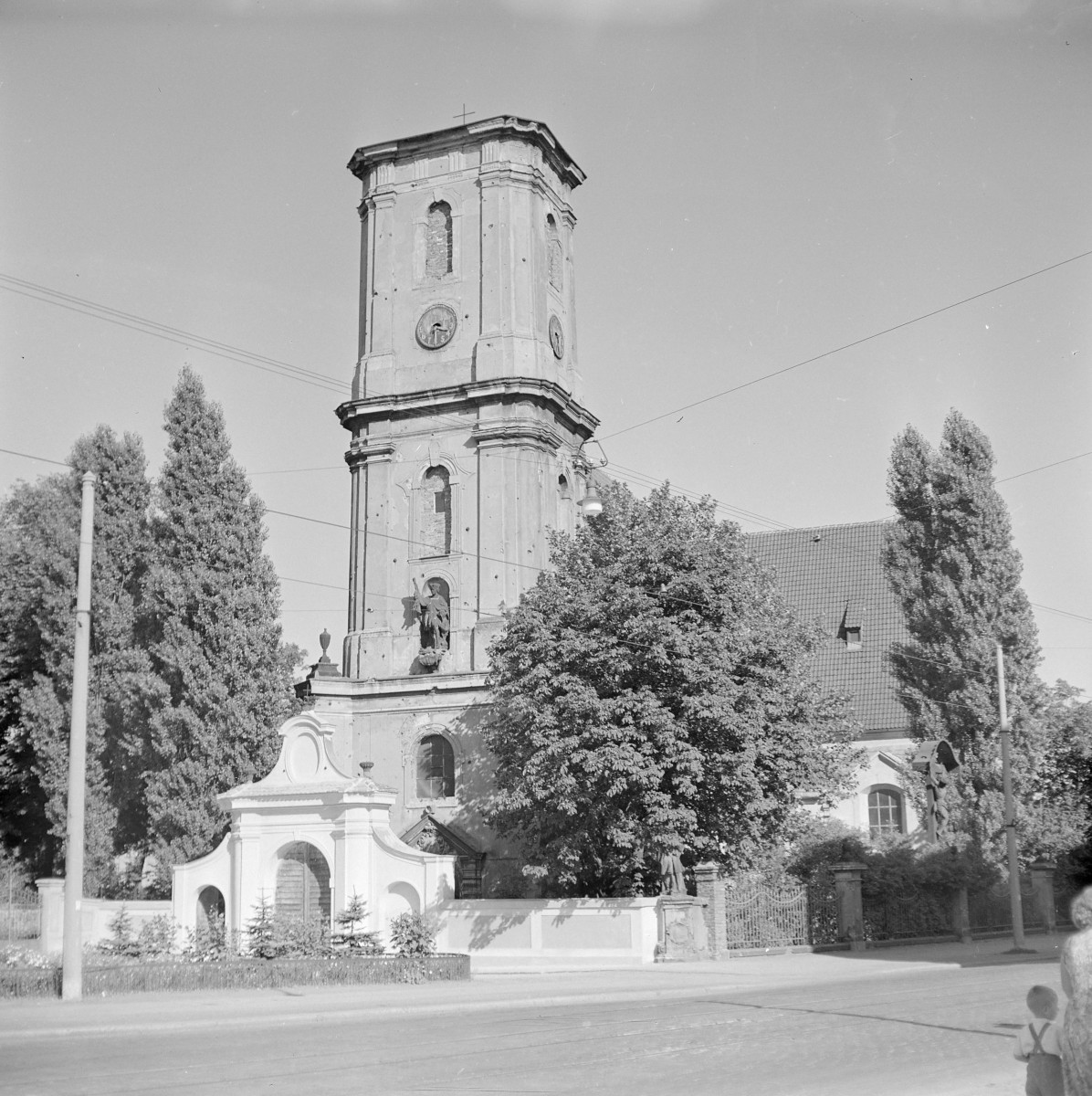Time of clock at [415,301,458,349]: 3:29
